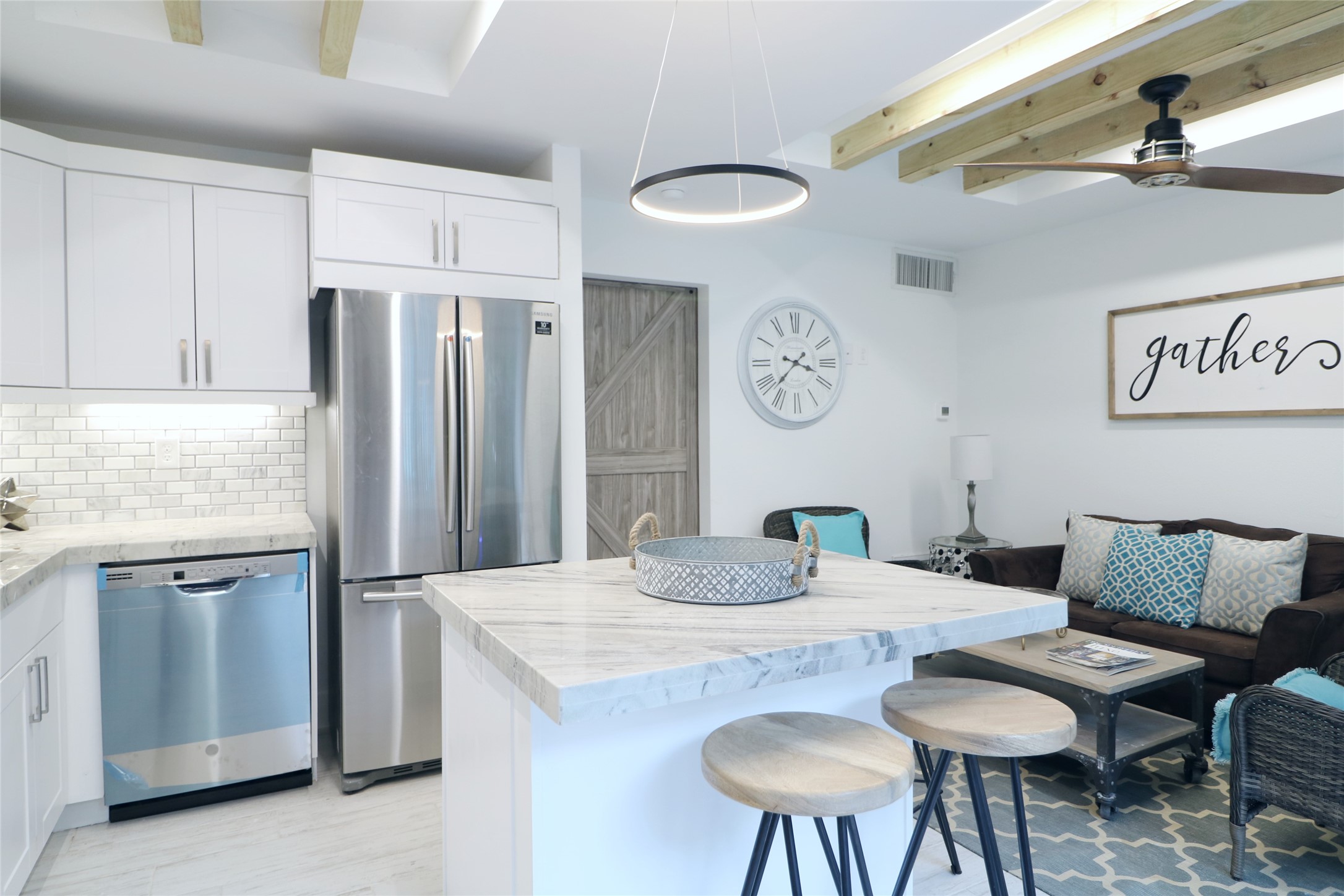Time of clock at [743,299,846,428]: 3:37
